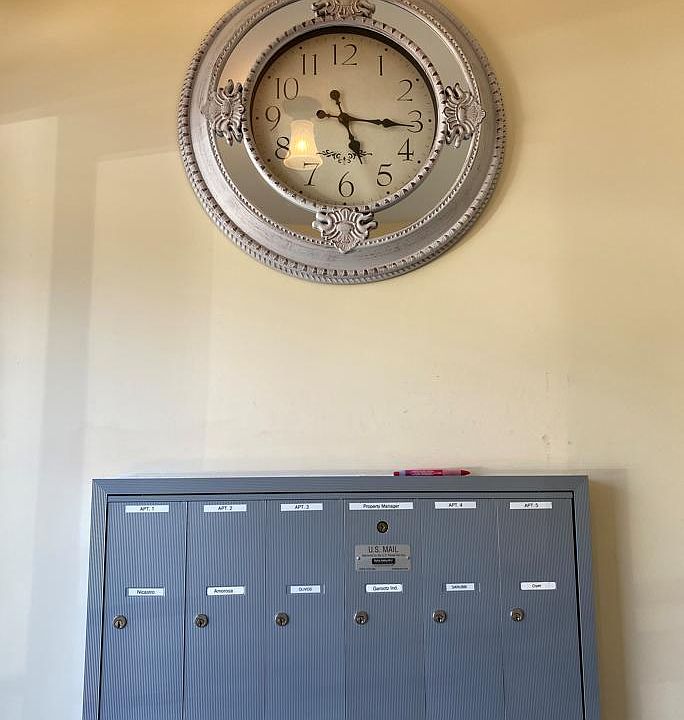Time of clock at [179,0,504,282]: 5:15
